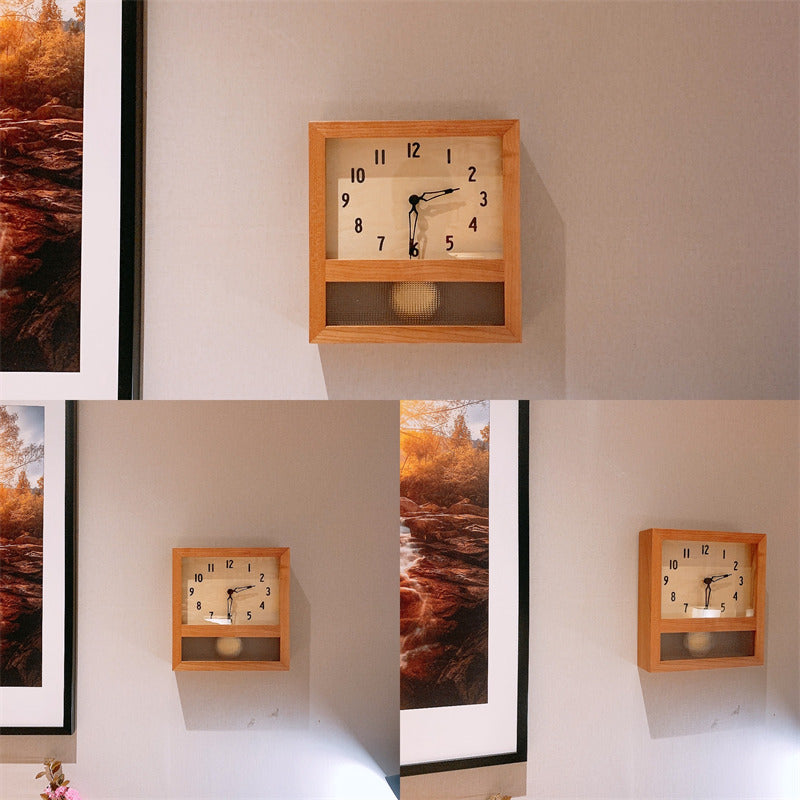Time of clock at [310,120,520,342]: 2:30
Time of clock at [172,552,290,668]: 2:30
